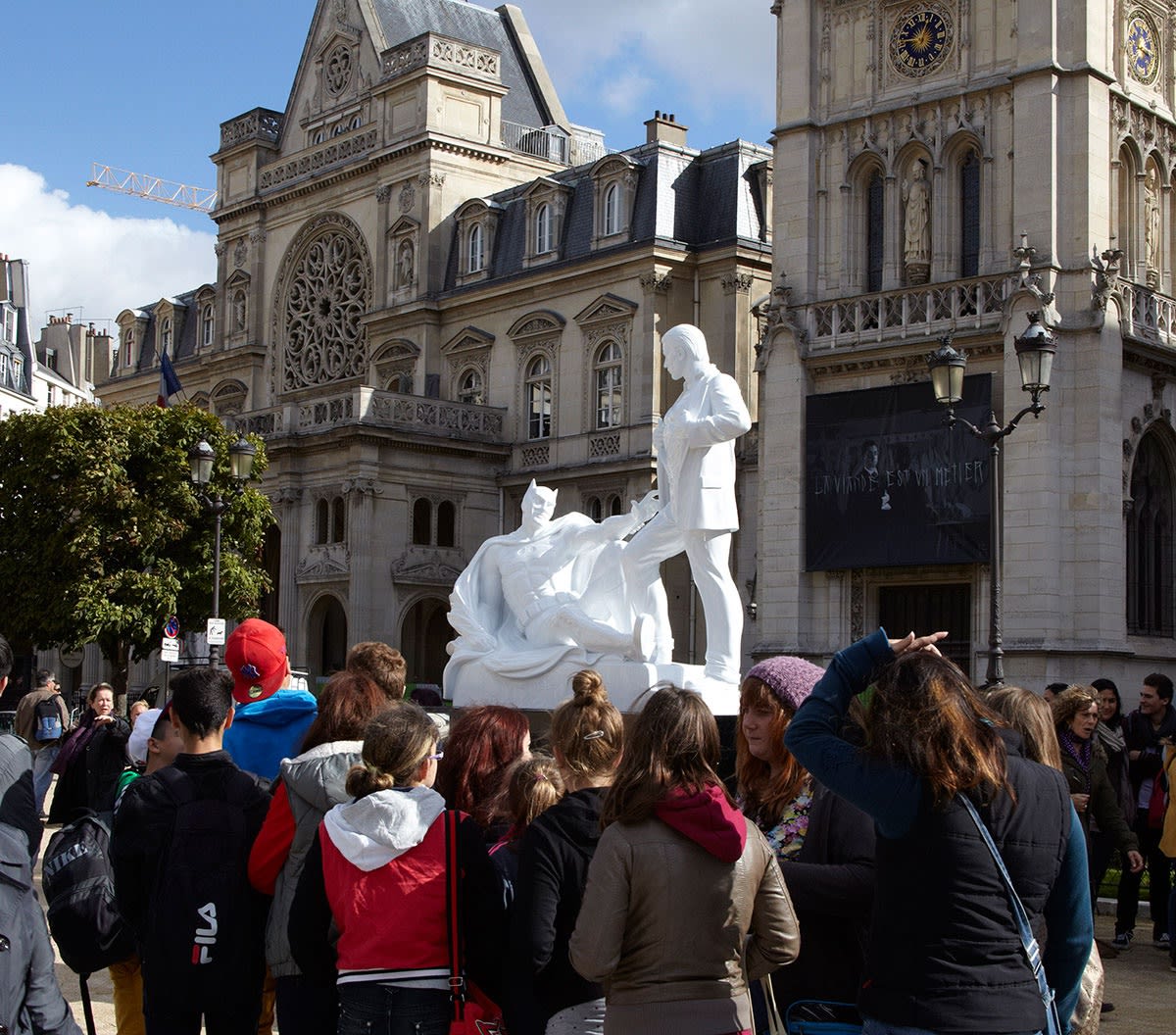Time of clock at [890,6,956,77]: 9:03
